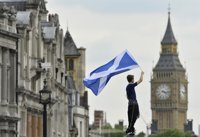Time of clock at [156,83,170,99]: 4:16
